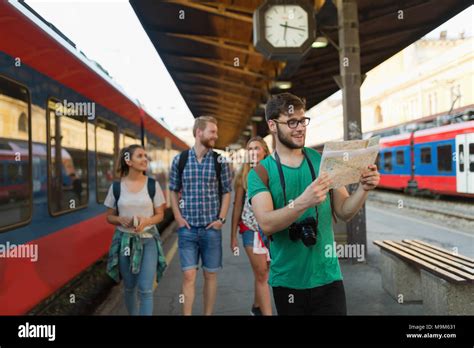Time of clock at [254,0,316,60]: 6:17
